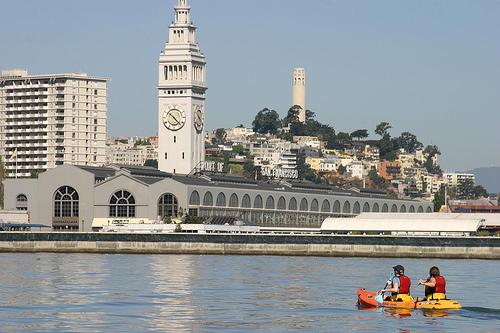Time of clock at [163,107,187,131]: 10:22
